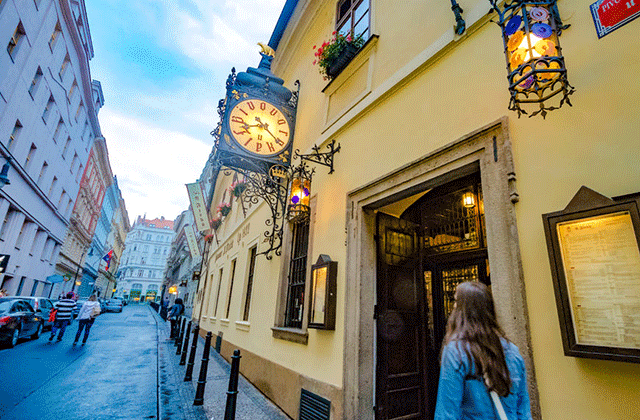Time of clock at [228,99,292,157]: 8:21
